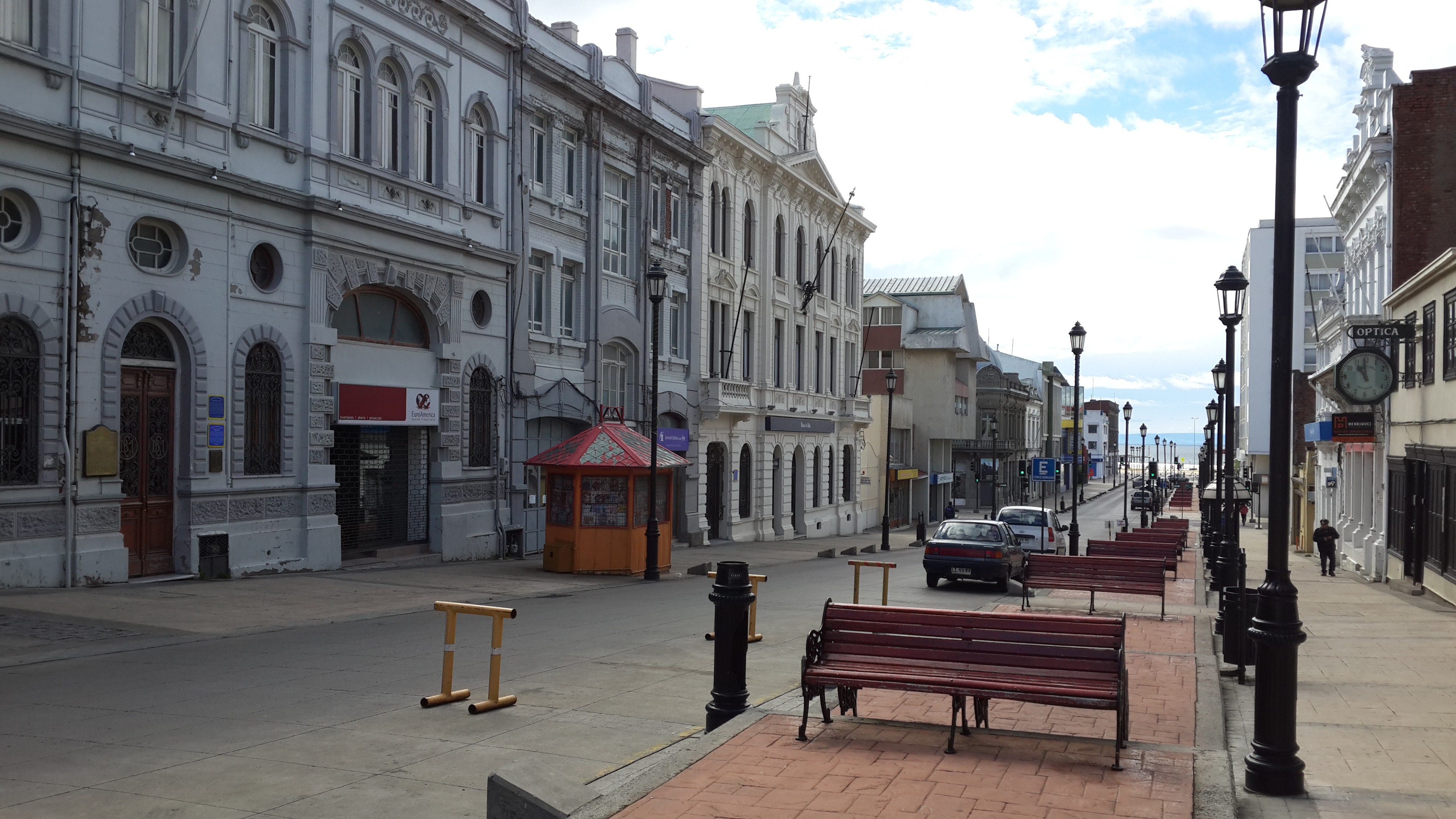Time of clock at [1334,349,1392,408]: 10:59
